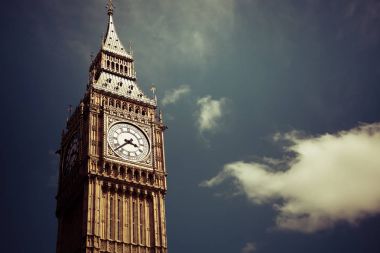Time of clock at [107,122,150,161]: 3:38
